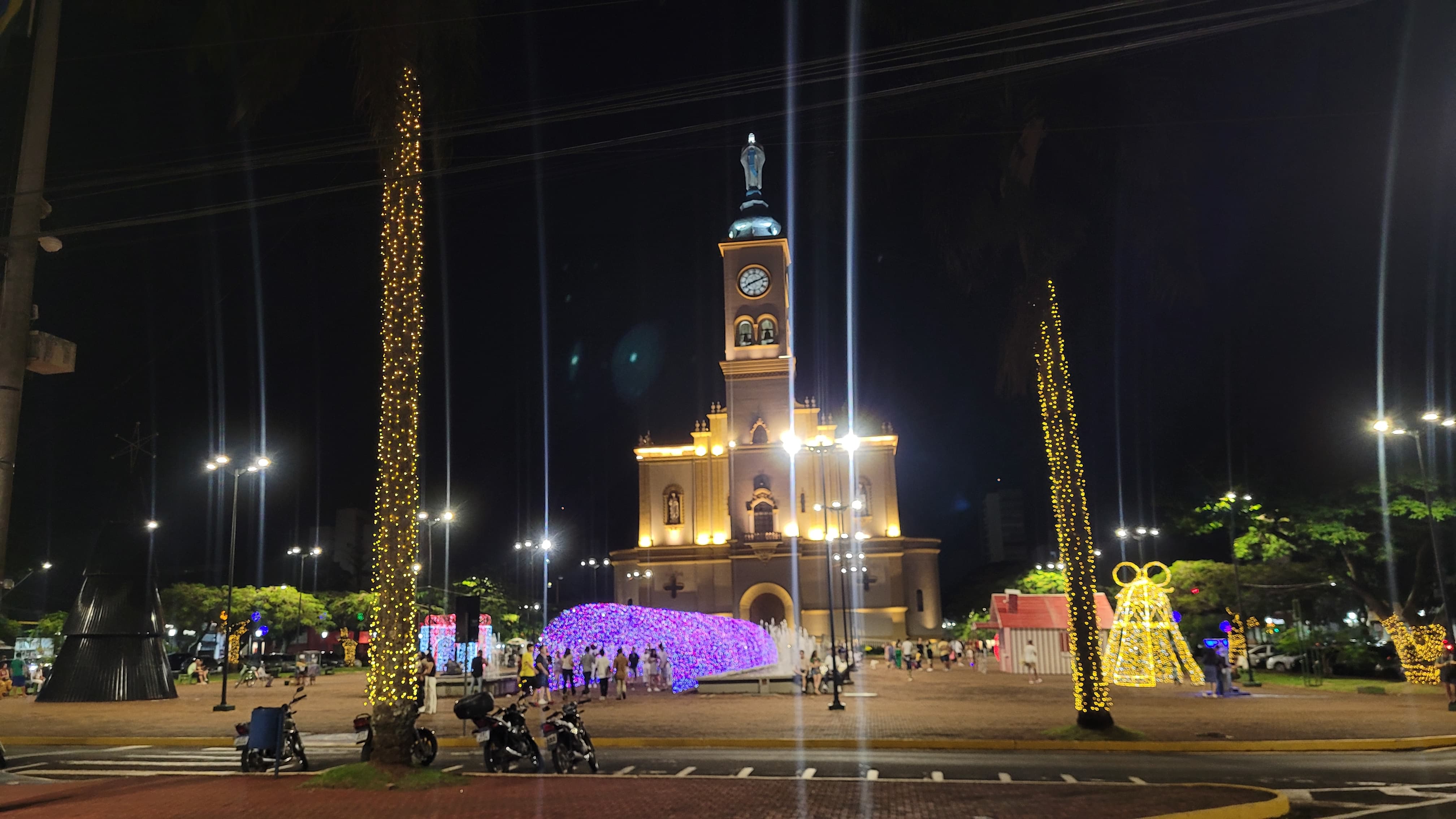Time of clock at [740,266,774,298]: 8:11
